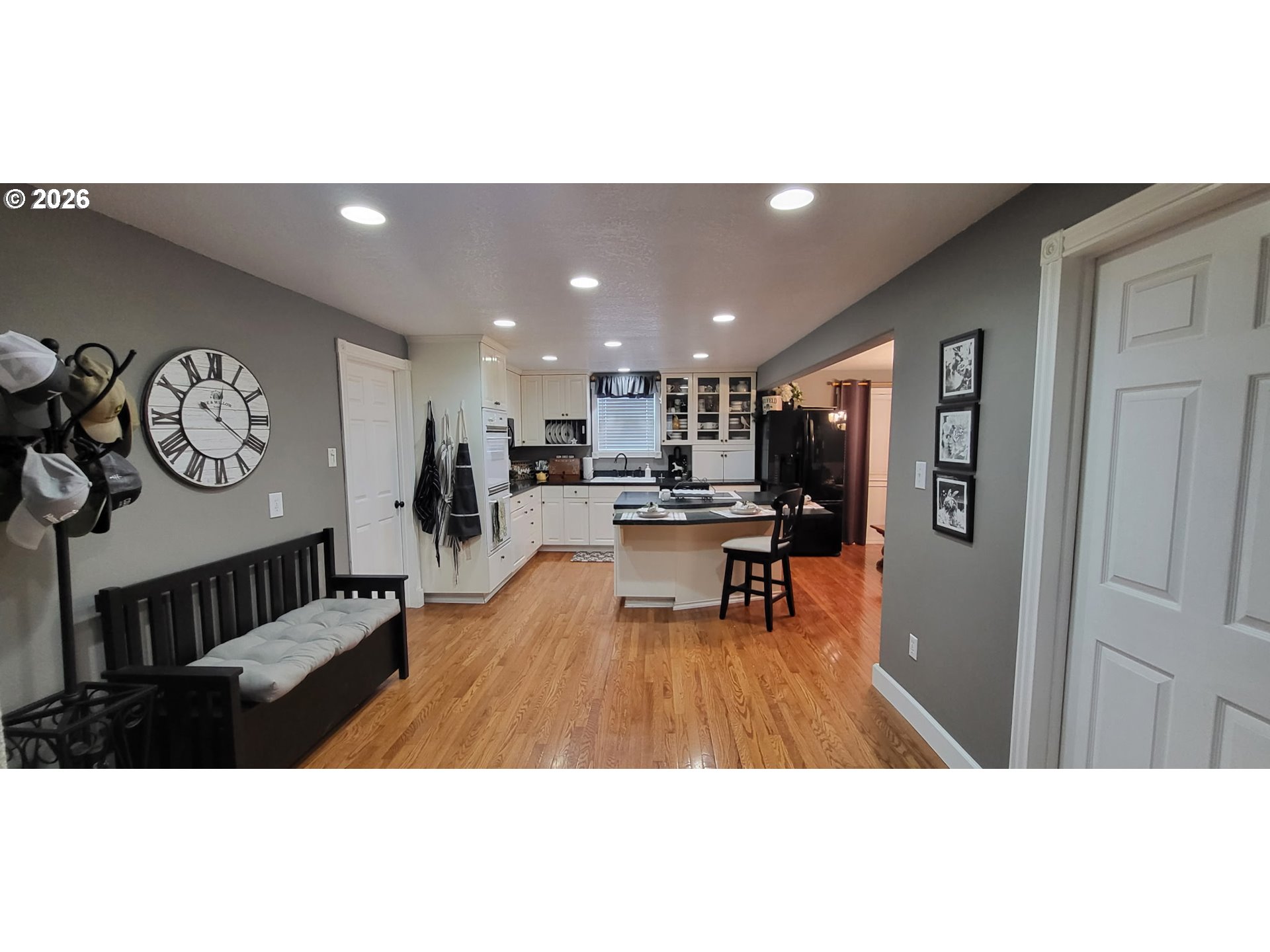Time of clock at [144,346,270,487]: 12:21
